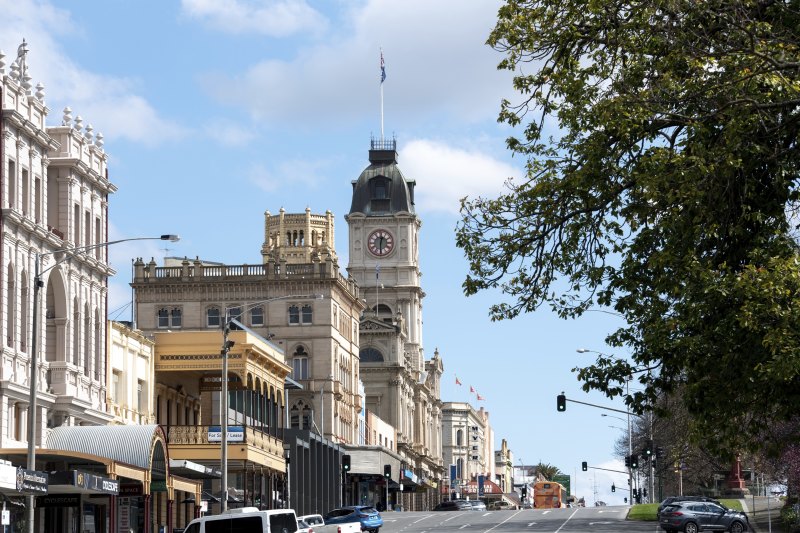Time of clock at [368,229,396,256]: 12:30
